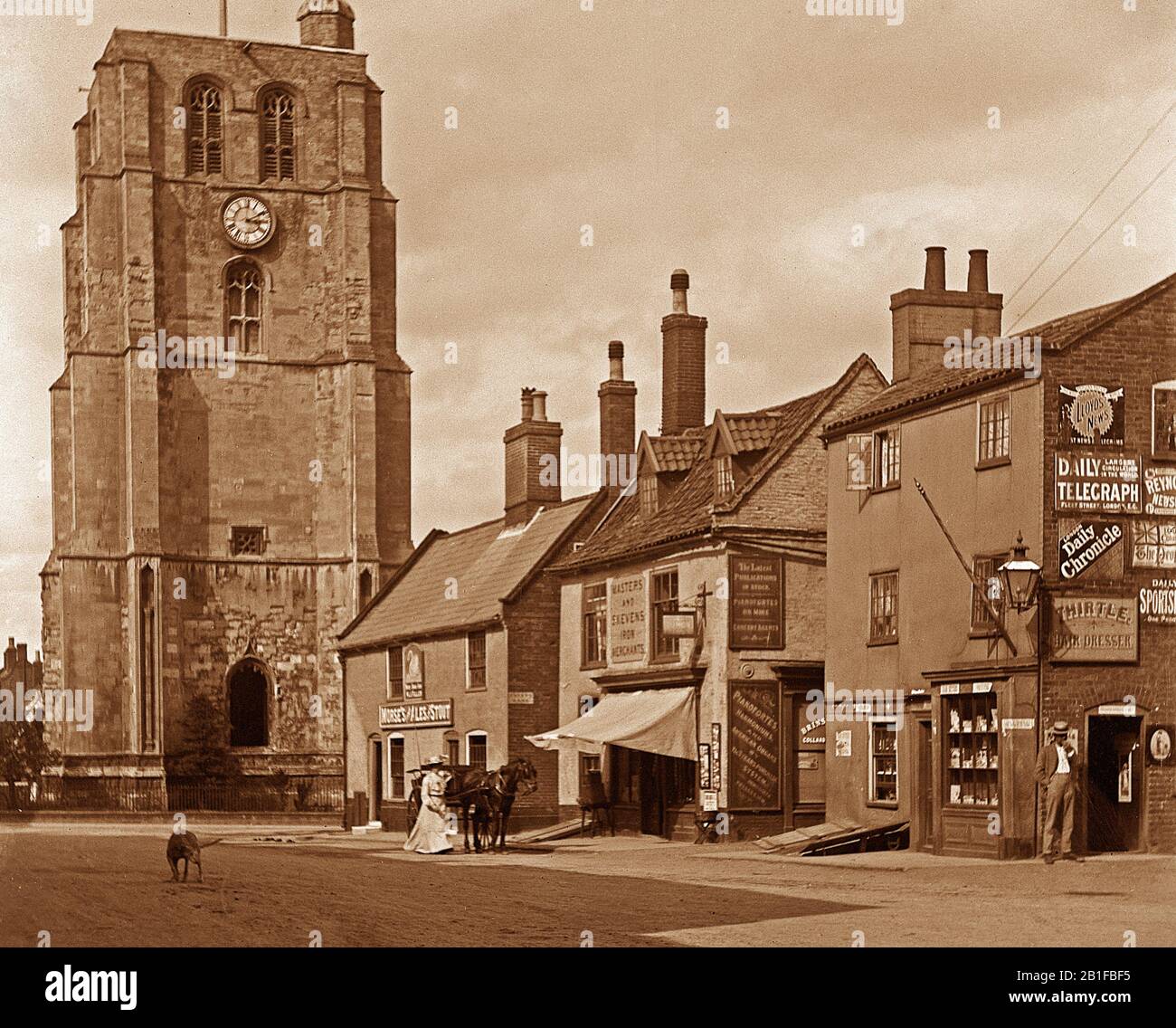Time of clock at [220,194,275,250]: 3:10
